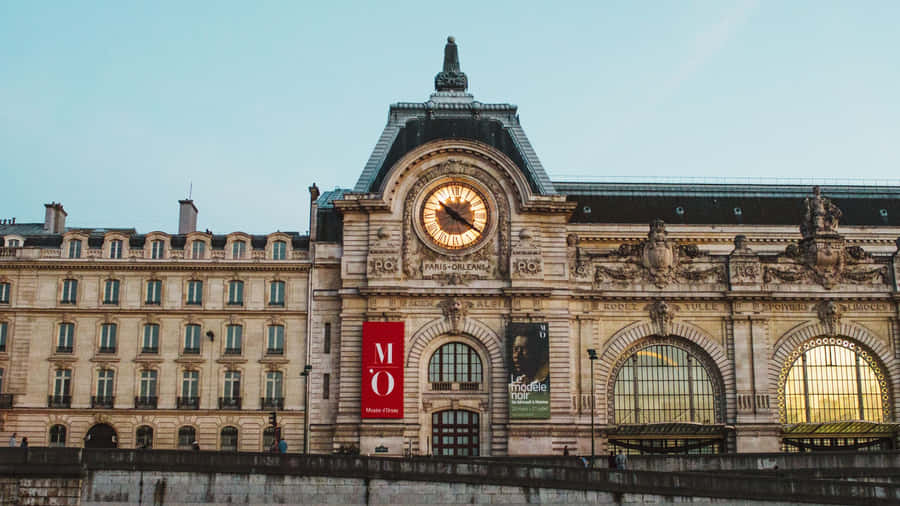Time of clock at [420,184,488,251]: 10:20
